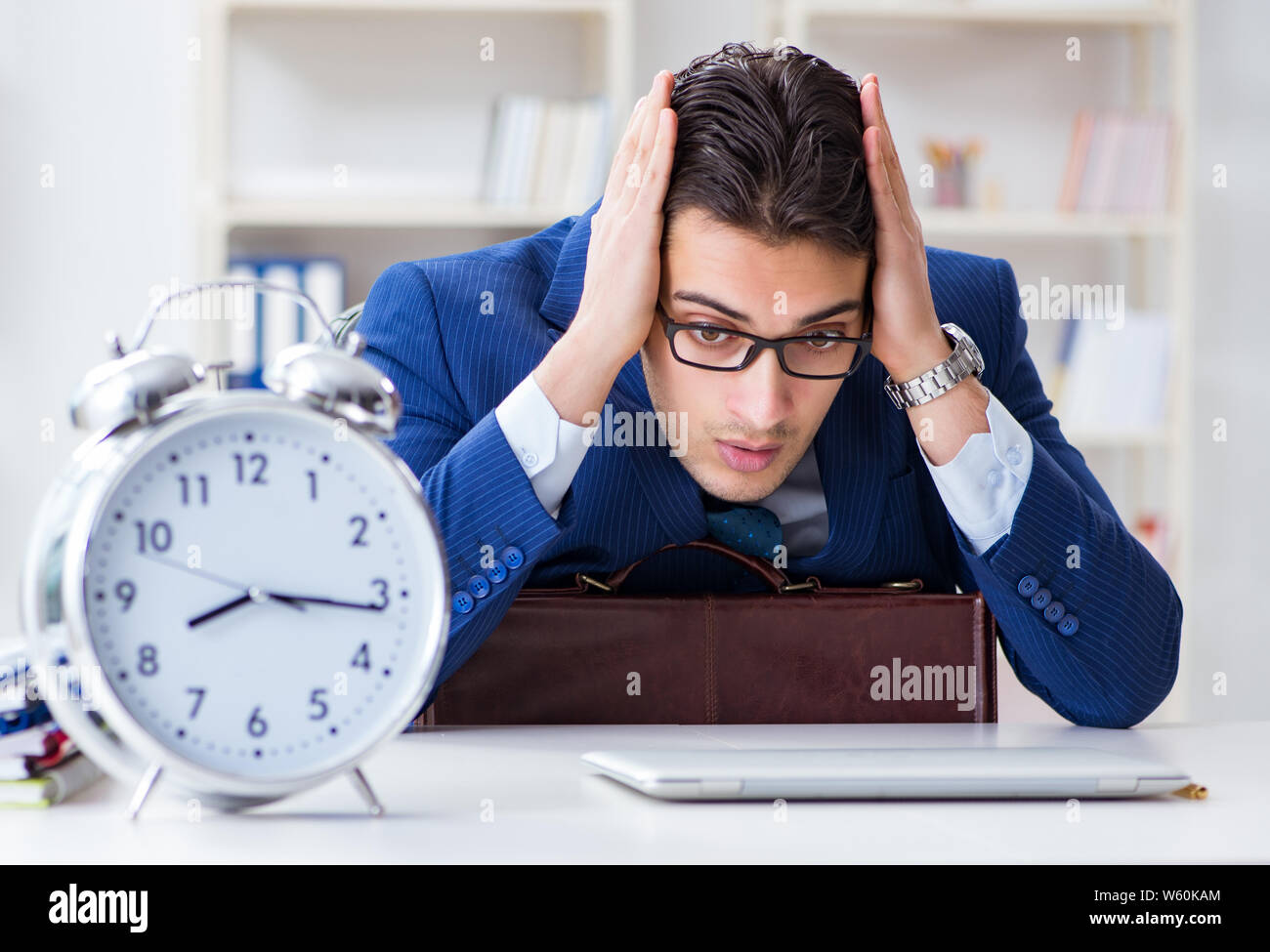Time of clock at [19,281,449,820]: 8:16
